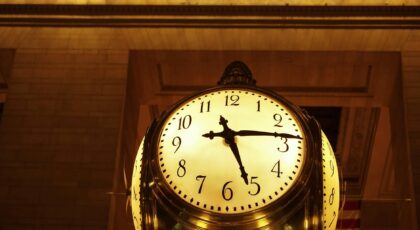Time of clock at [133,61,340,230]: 5:14
